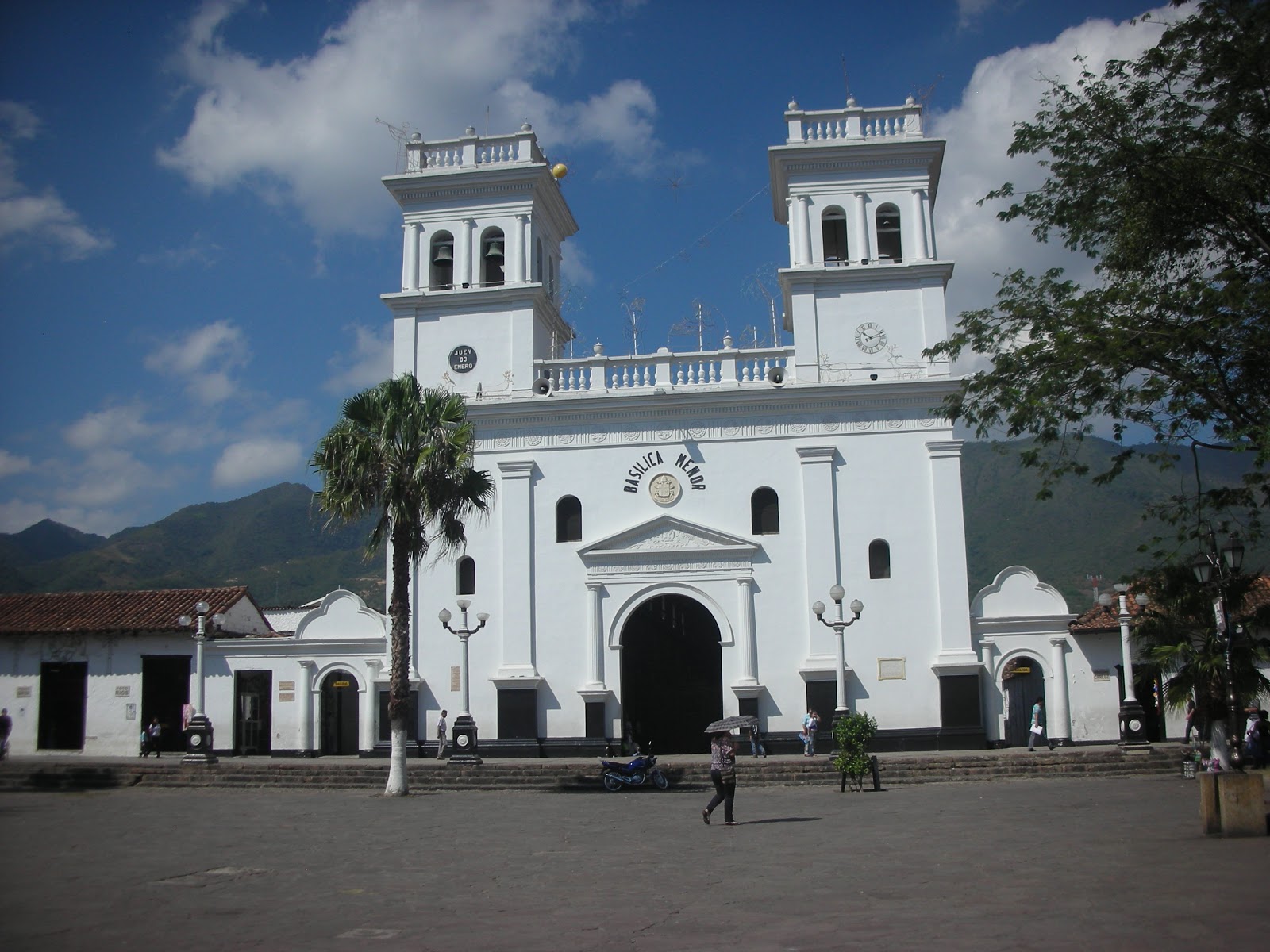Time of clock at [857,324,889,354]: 10:11
